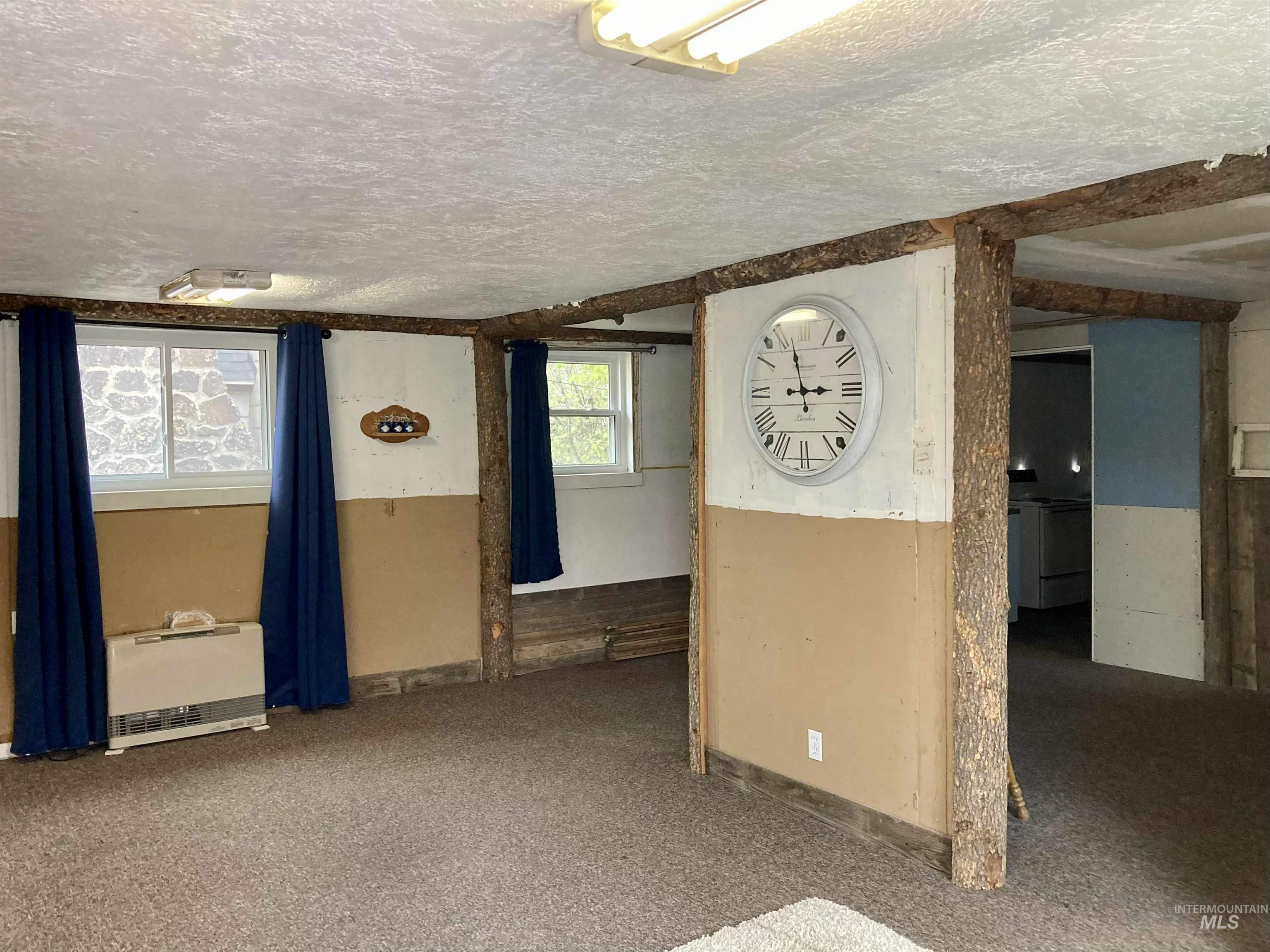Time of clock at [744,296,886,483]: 2:57
